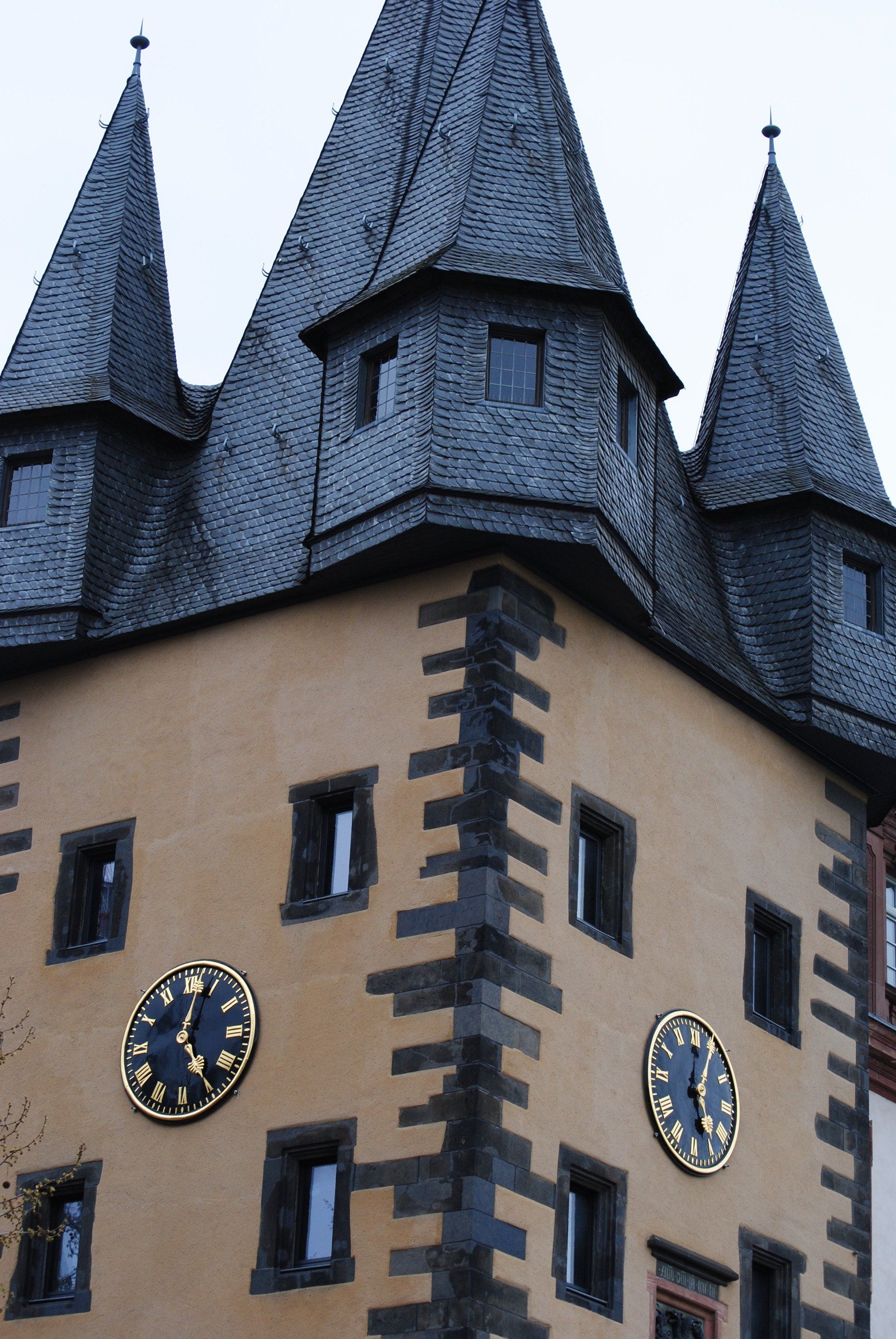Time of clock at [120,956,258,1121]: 5:02
